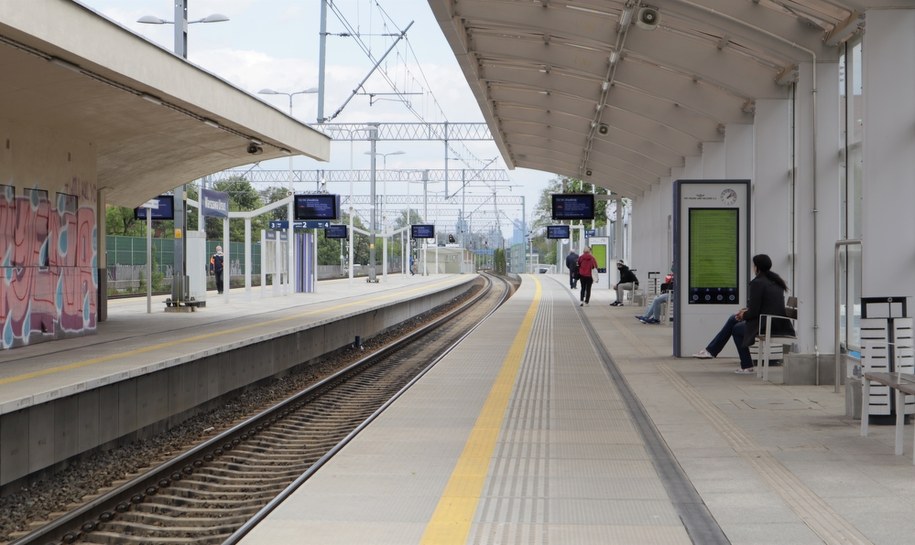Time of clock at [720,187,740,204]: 1:11
